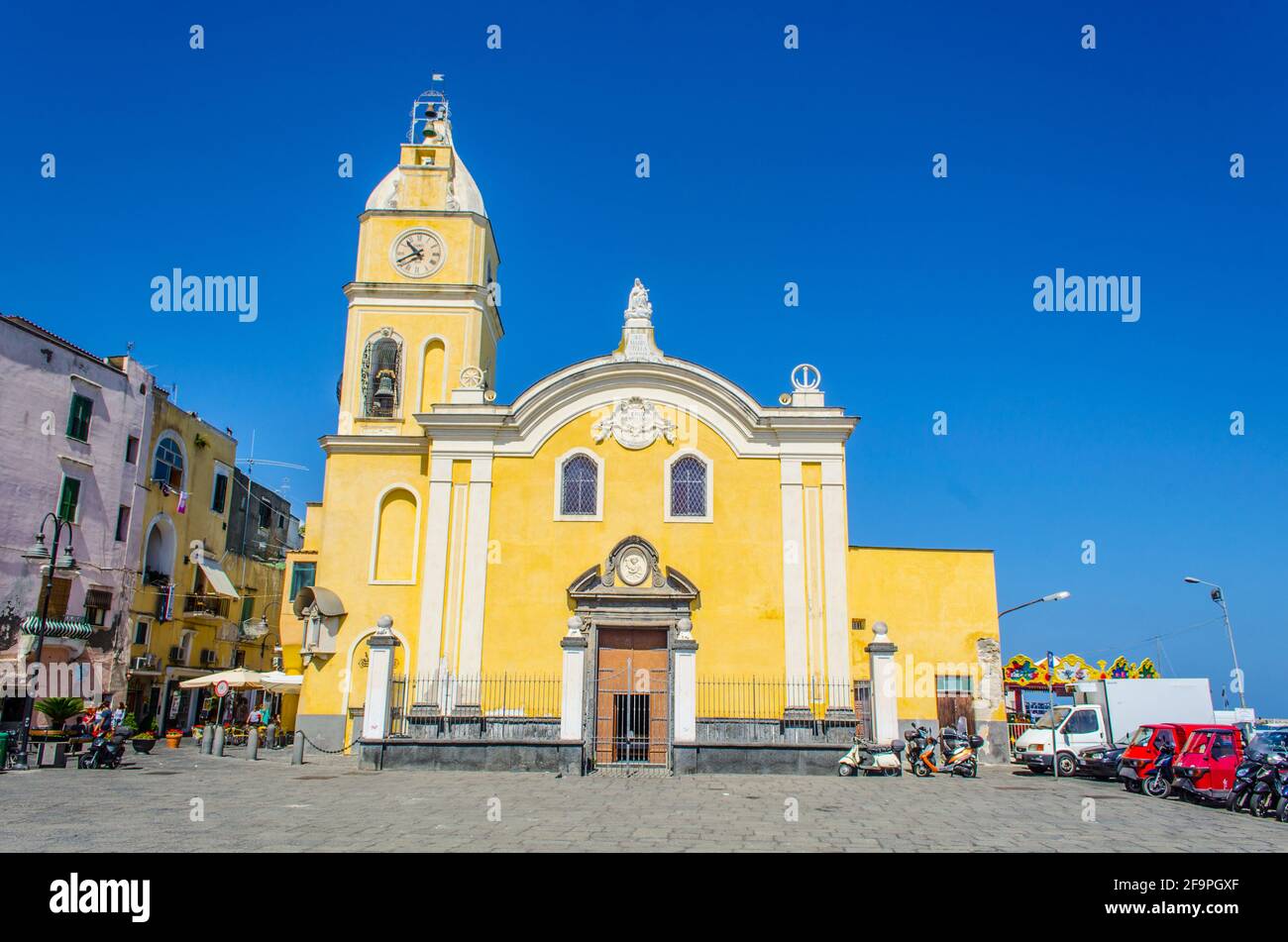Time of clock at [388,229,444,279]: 10:40
